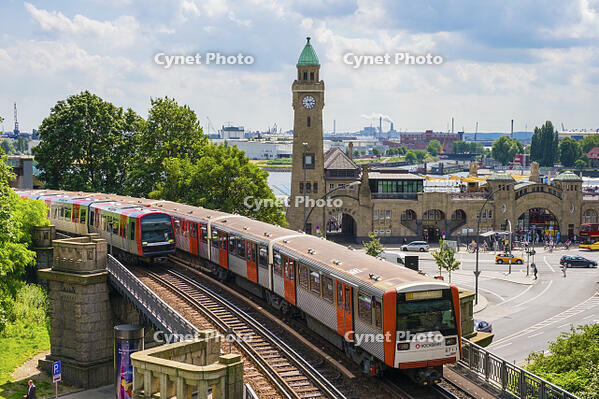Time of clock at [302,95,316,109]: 2:25
